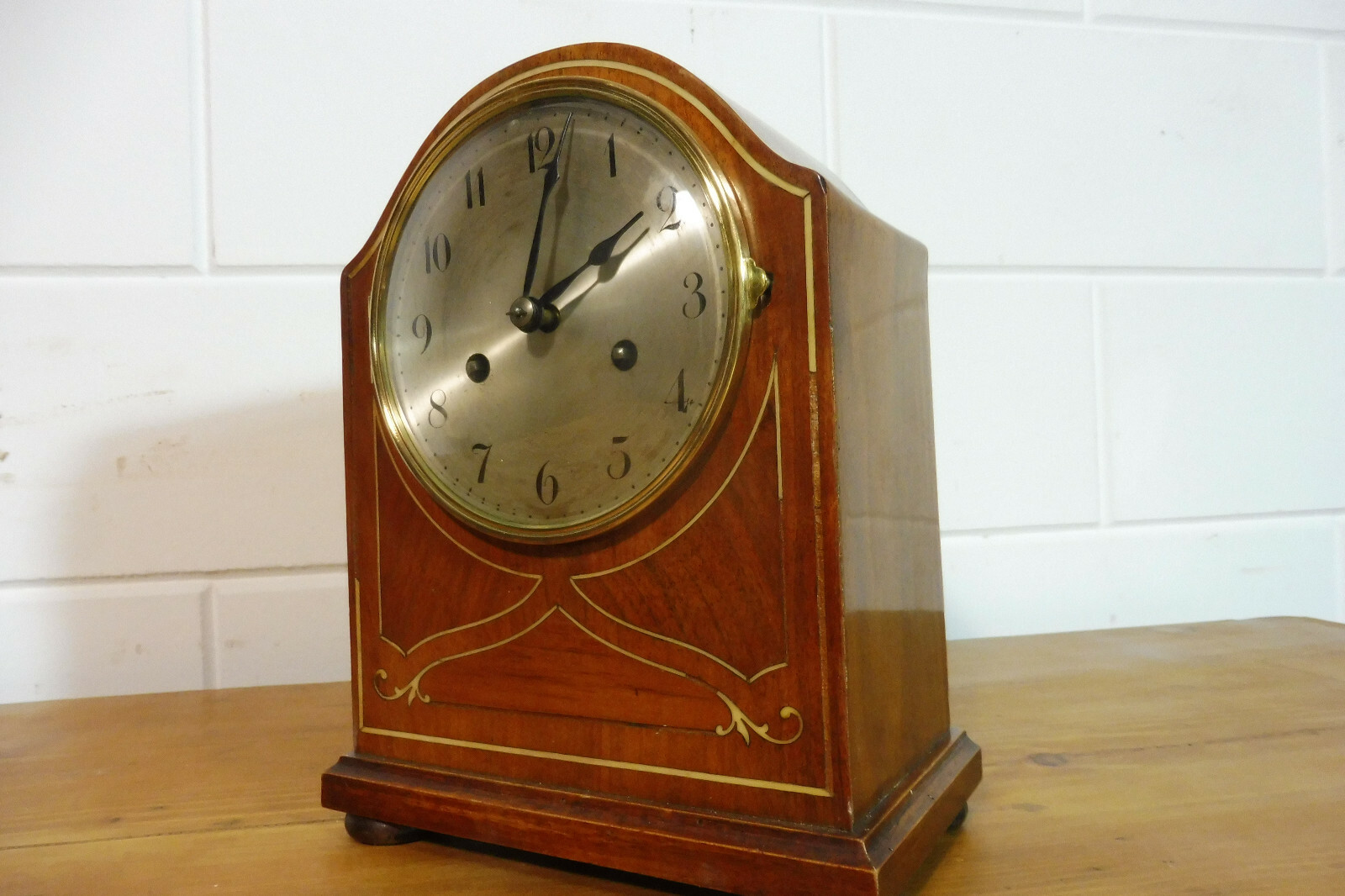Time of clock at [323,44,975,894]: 2:01
